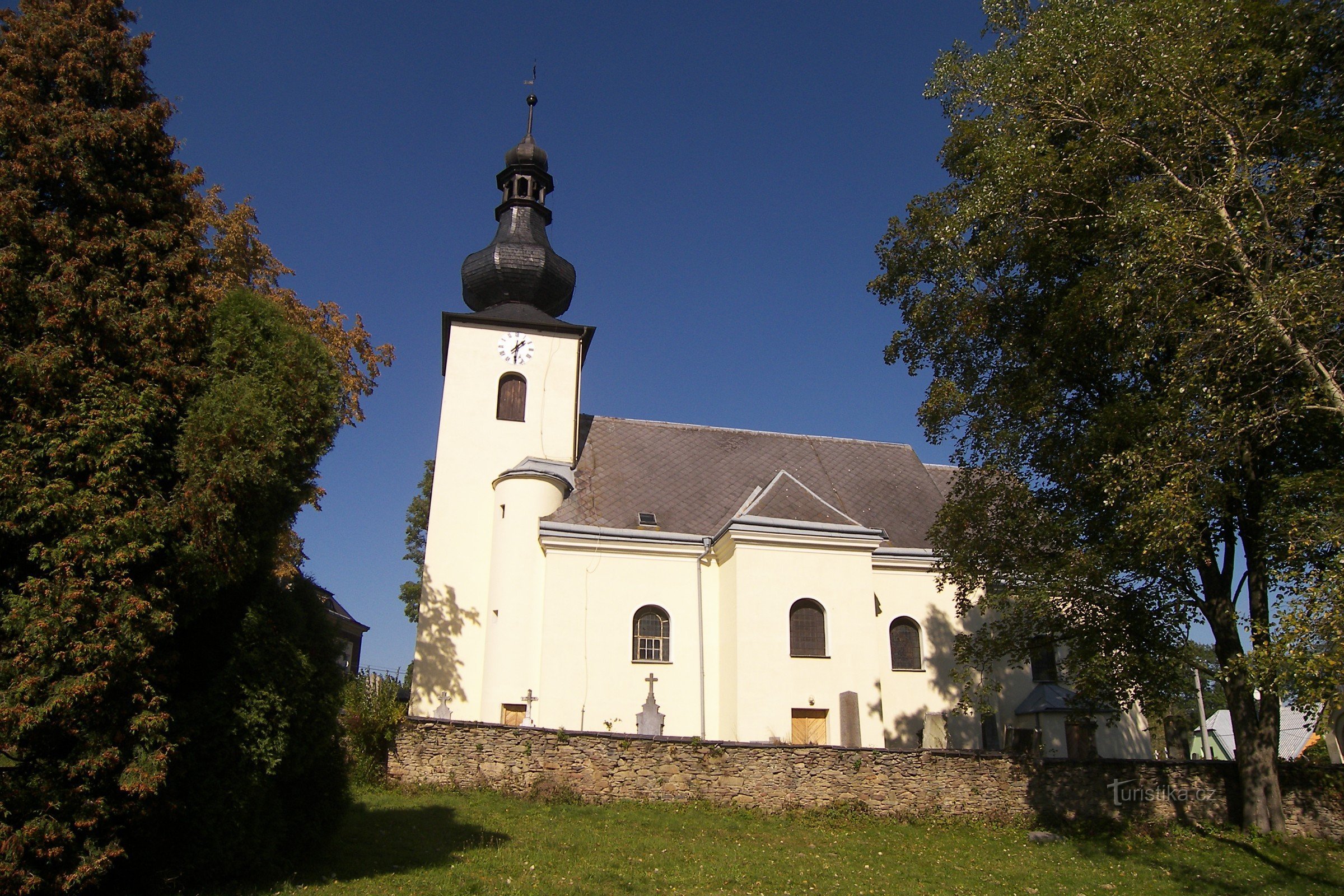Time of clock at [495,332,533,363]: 1:29
